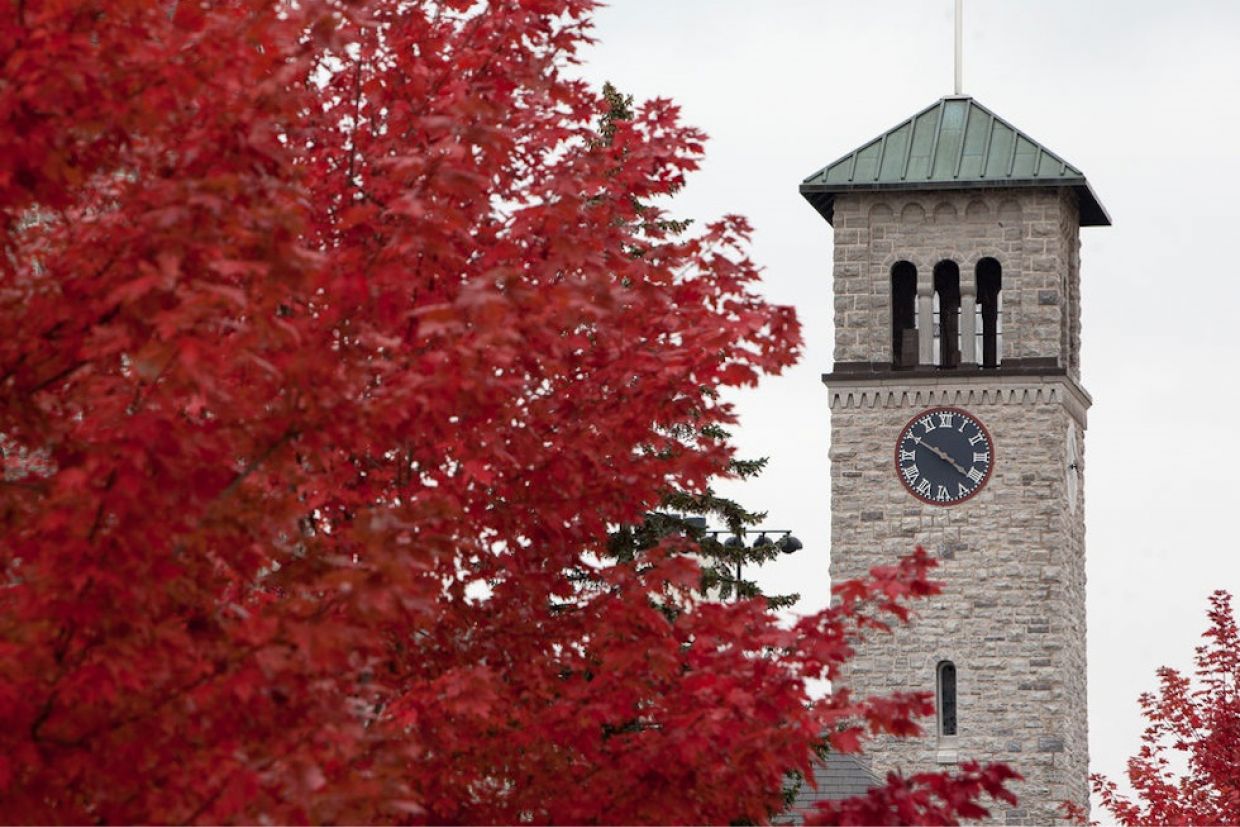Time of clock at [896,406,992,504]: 4:21
